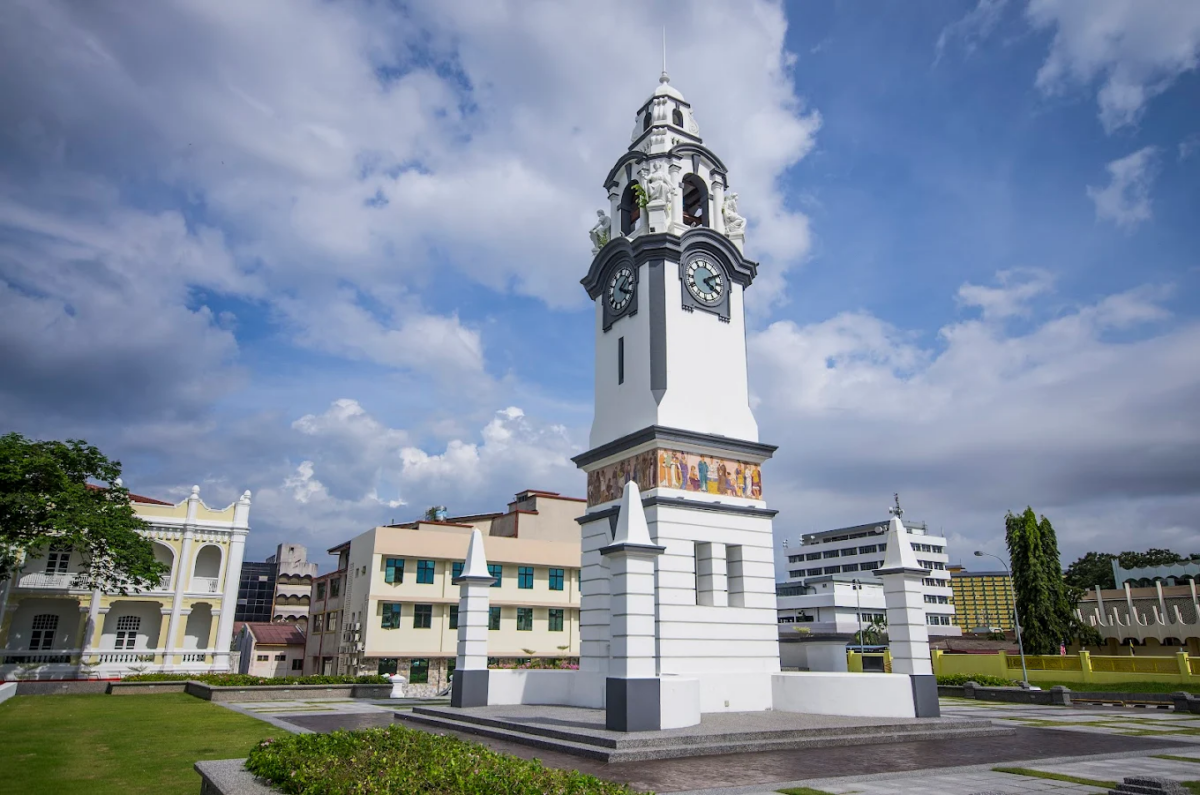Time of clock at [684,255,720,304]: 4:10
